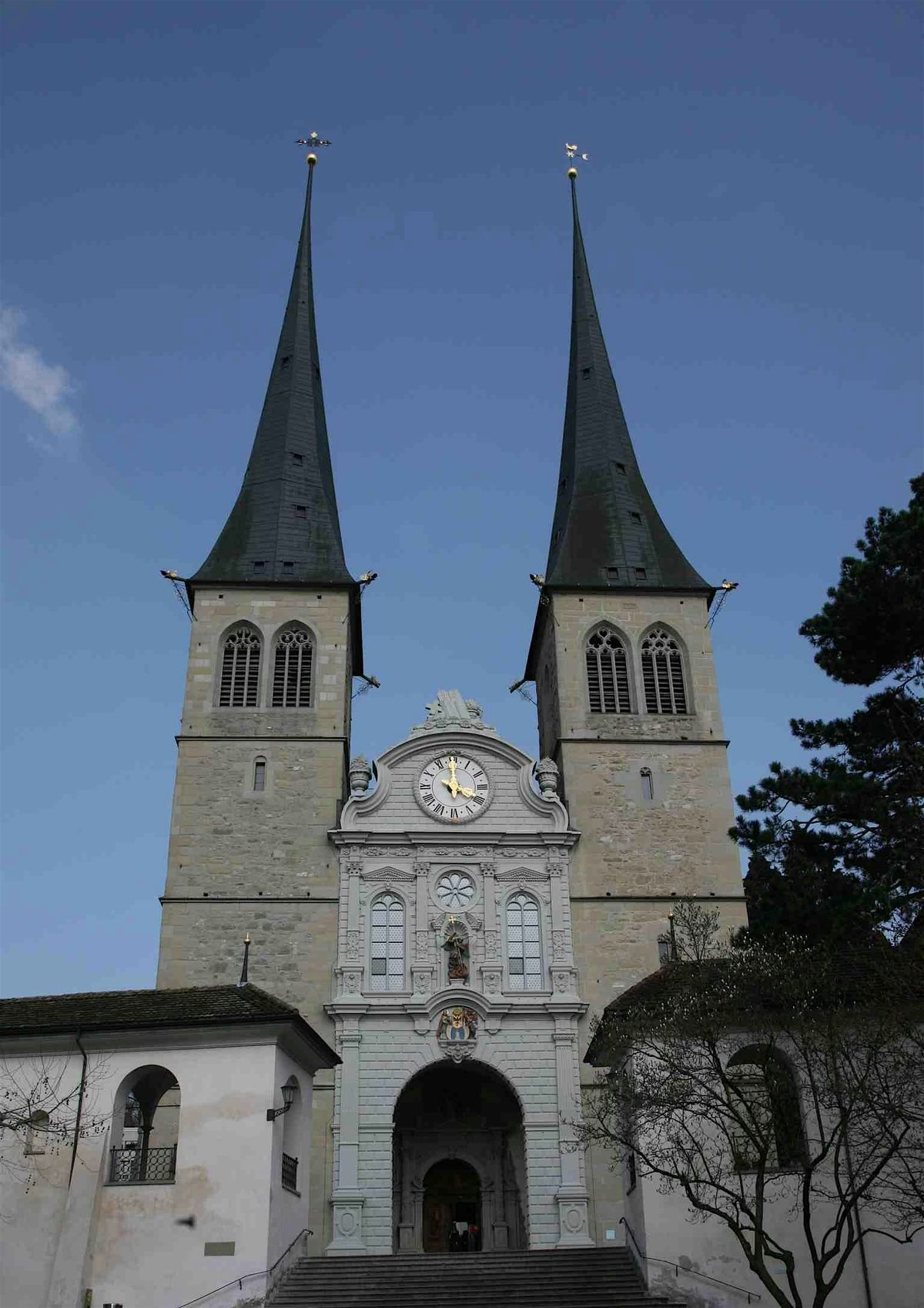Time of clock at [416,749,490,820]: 3:58
